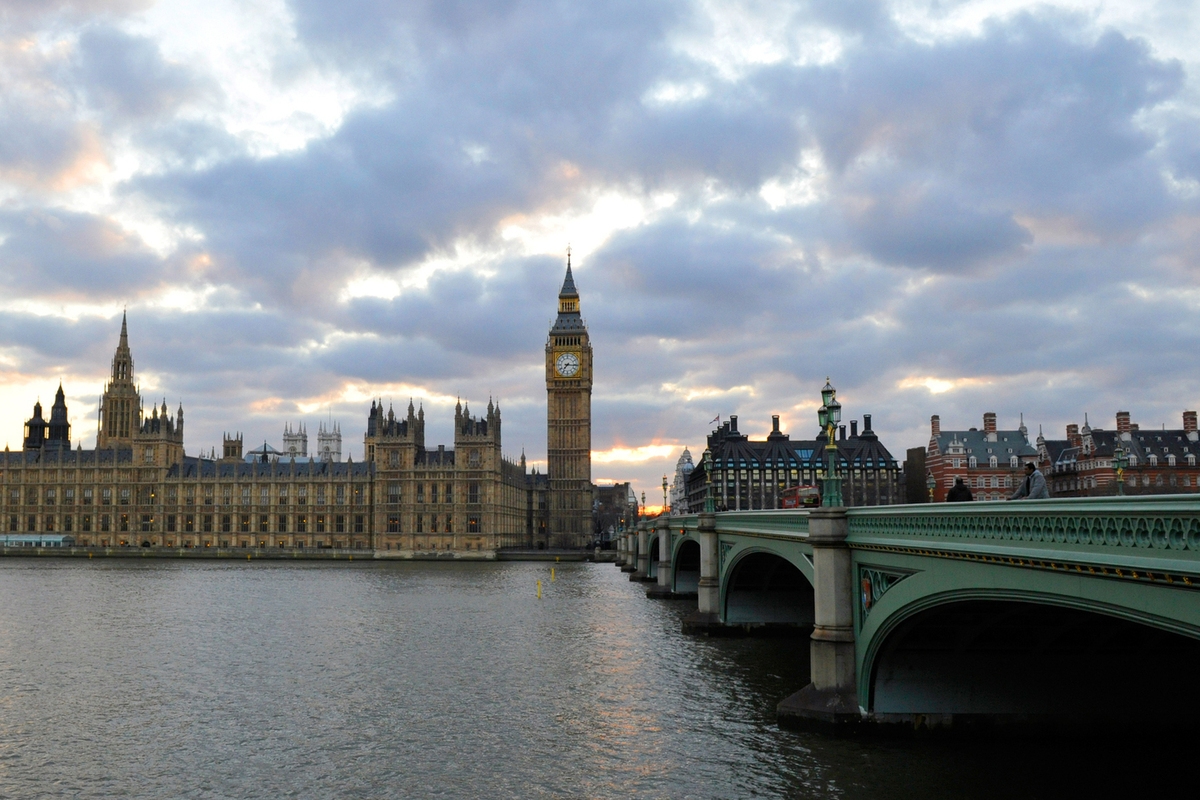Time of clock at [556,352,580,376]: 7:15
